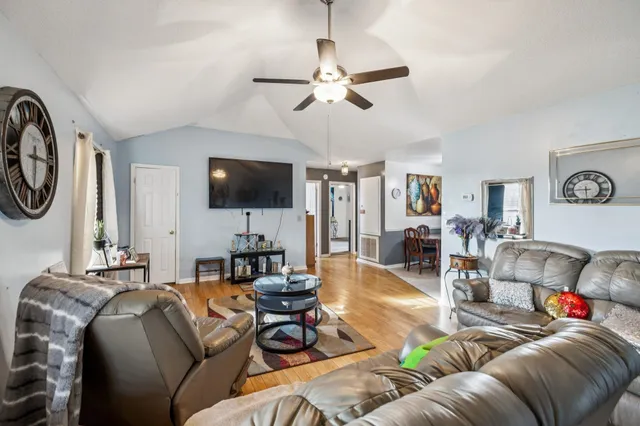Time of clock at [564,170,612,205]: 5:44
